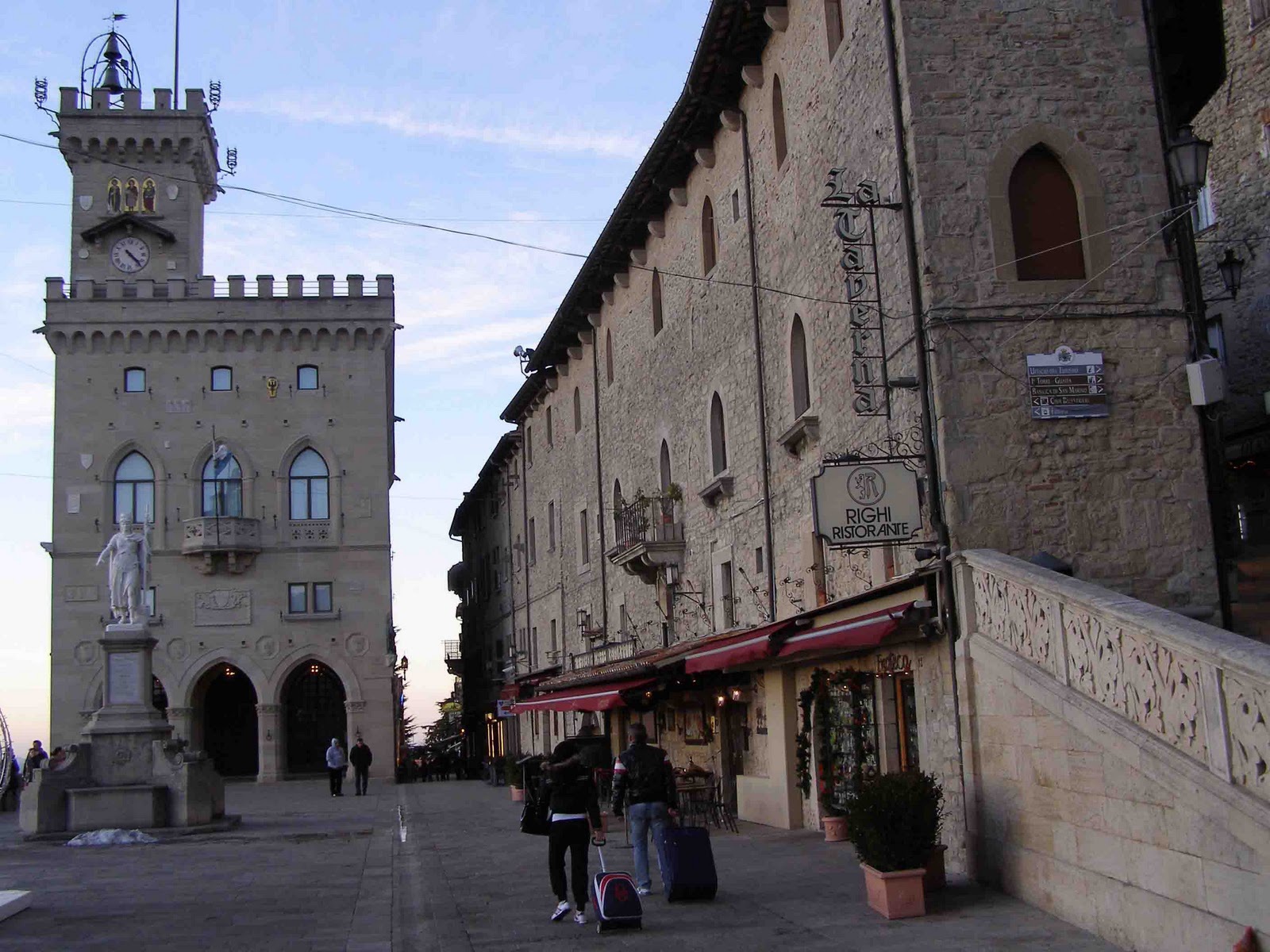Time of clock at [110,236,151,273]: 4:22
